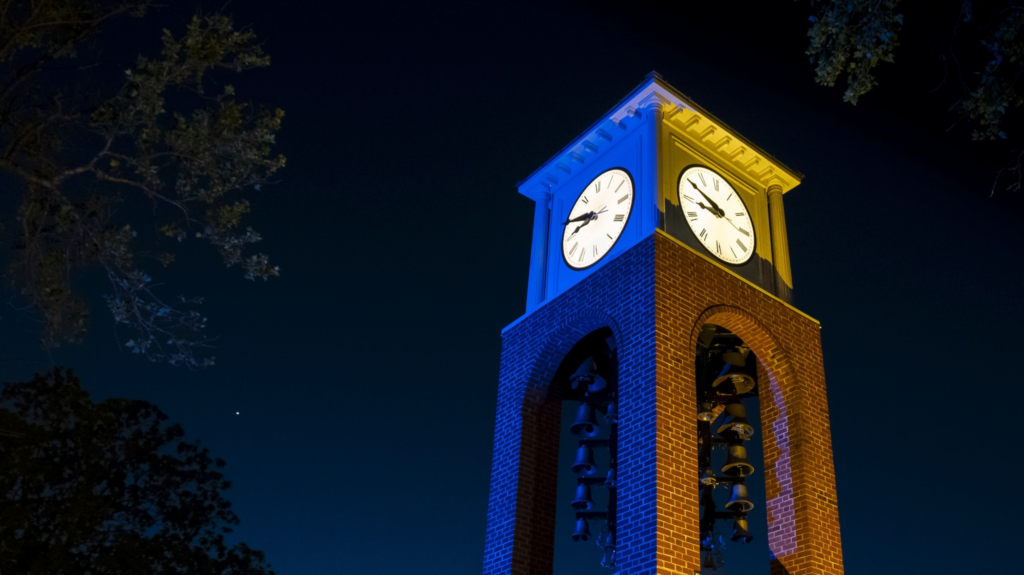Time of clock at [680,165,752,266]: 8:49
